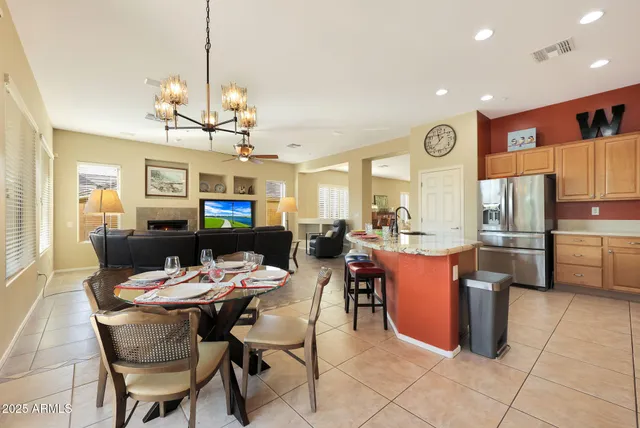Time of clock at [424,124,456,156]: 11:37
